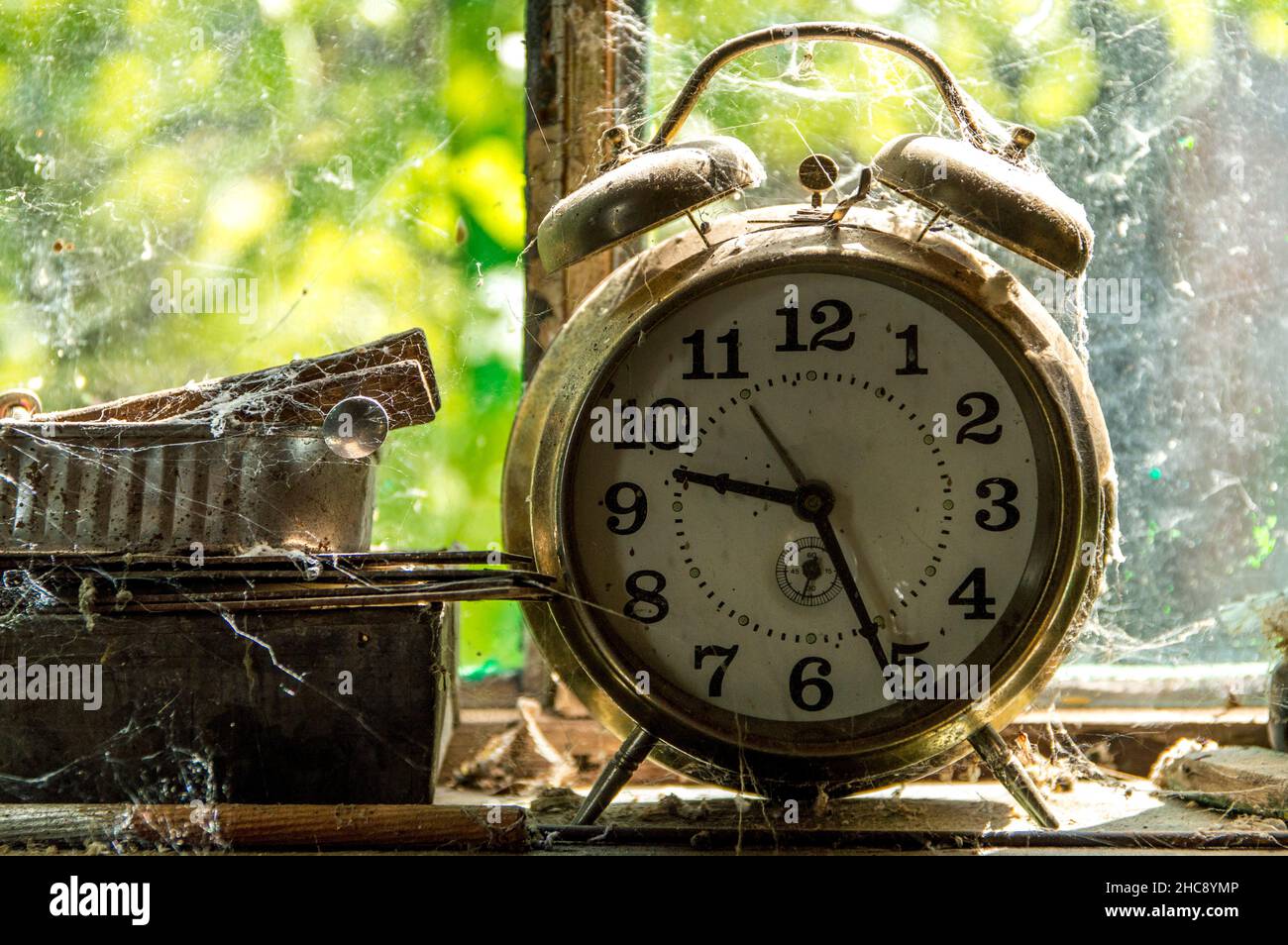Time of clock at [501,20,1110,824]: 9:25
